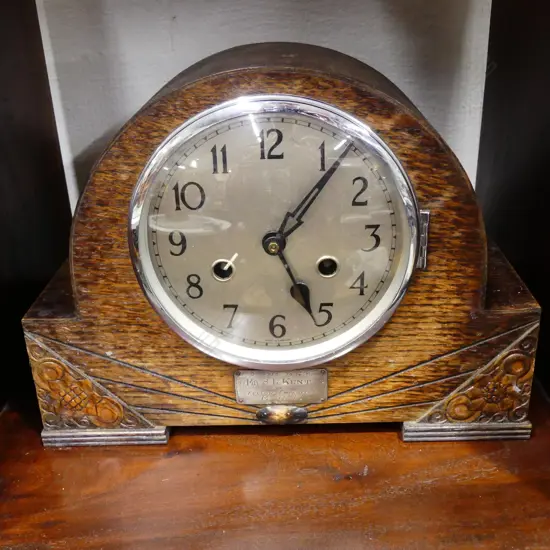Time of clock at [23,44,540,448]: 5:06
